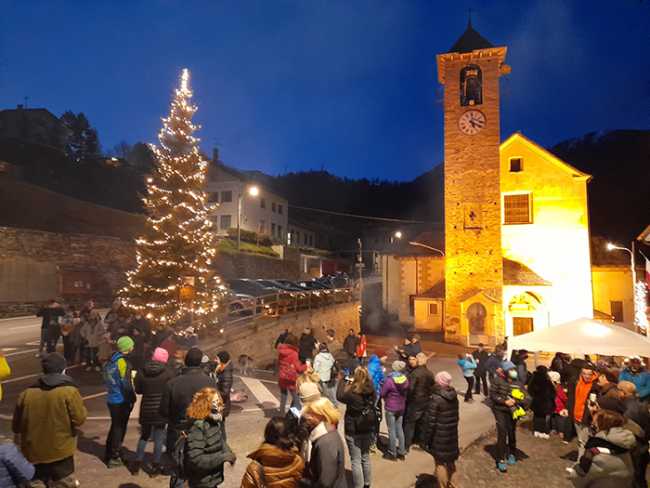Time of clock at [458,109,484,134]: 5:18
